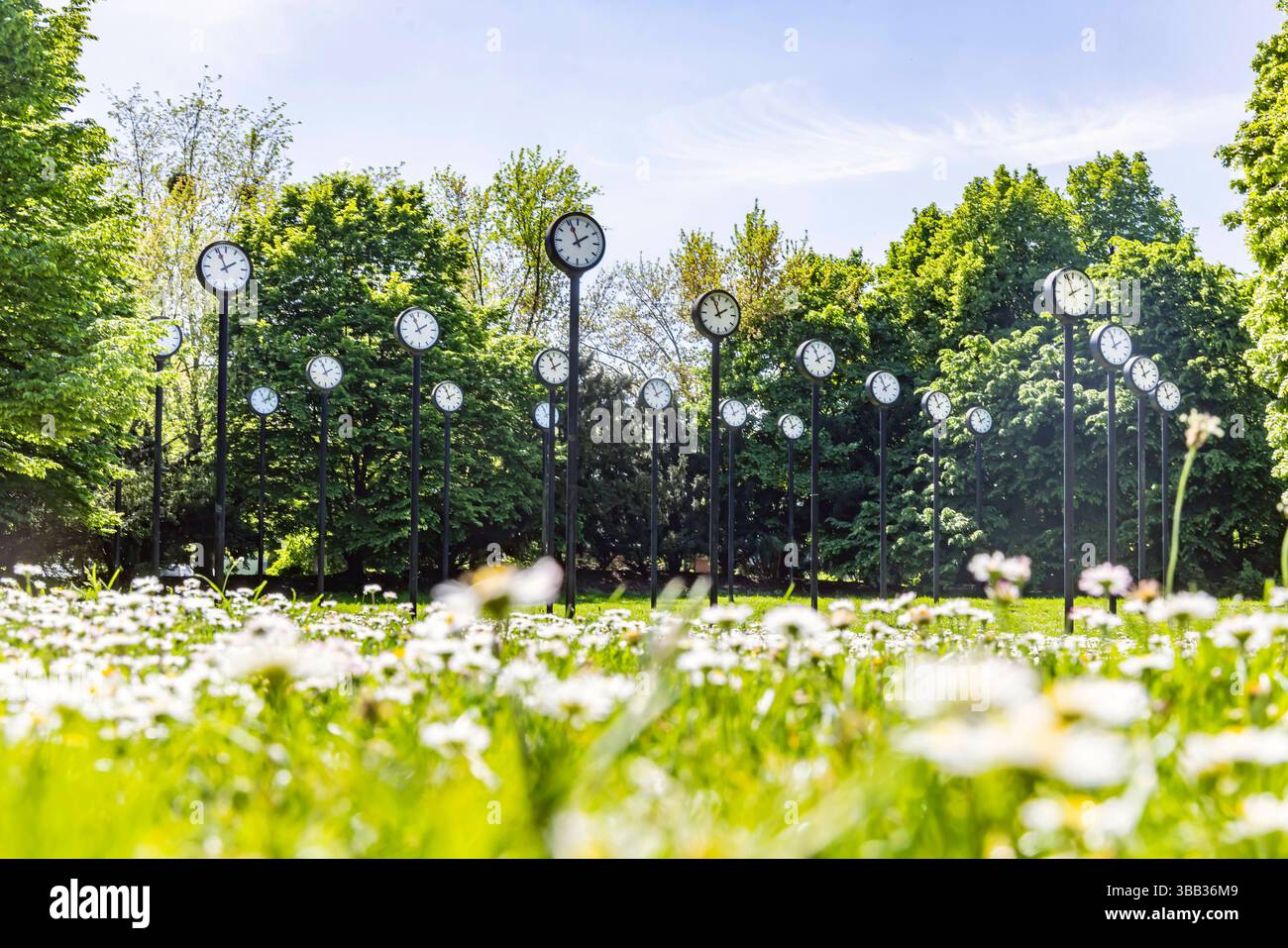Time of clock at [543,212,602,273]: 1:56
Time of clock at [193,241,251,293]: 1:56
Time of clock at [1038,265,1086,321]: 1:56
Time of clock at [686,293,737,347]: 1:56
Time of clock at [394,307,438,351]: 1:56
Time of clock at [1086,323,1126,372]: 1:56
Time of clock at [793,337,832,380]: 1:56
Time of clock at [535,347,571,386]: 1:56
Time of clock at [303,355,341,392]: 1:56
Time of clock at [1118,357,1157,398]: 1:56
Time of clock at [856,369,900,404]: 1:56
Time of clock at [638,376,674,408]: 1:56
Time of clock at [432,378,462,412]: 1:56
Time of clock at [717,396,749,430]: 1:56
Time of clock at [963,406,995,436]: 1:56
